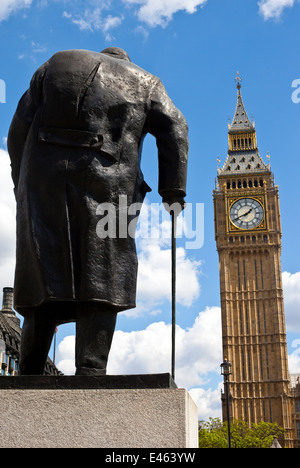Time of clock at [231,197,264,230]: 1:41
